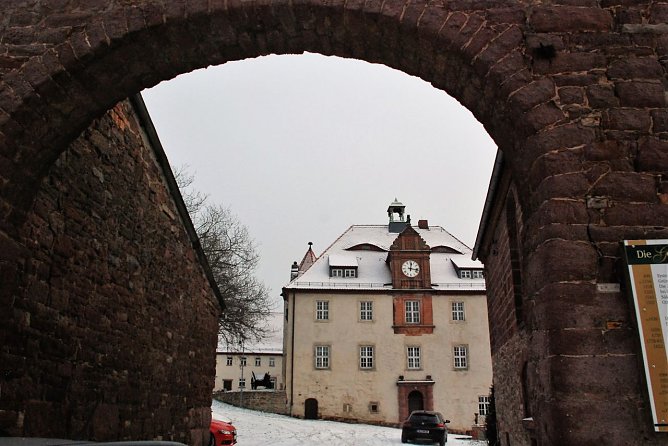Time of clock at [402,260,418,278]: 12:16
